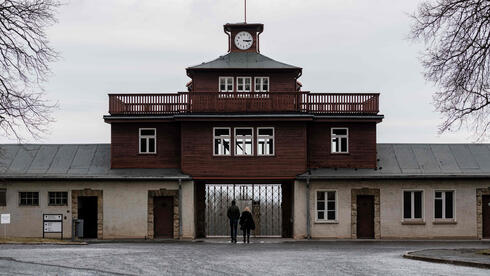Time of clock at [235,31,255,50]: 3:14
